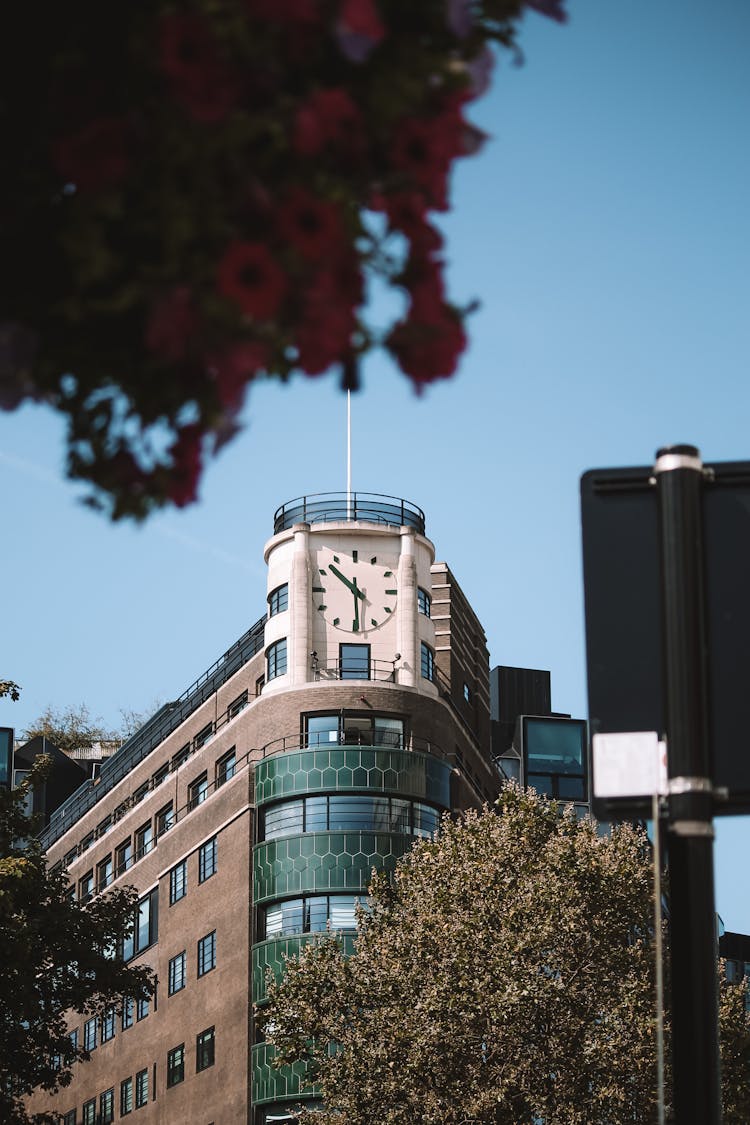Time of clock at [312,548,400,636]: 10:29
